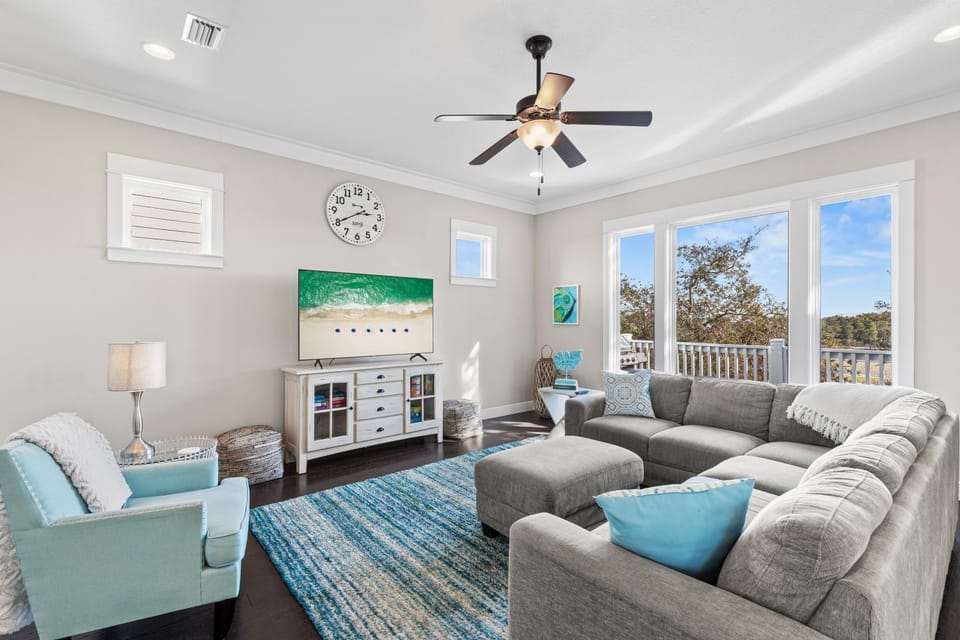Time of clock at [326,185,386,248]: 2:40
